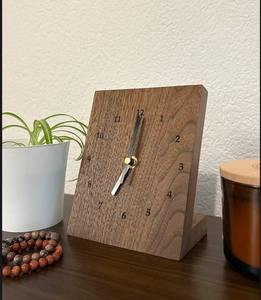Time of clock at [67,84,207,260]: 7:00
